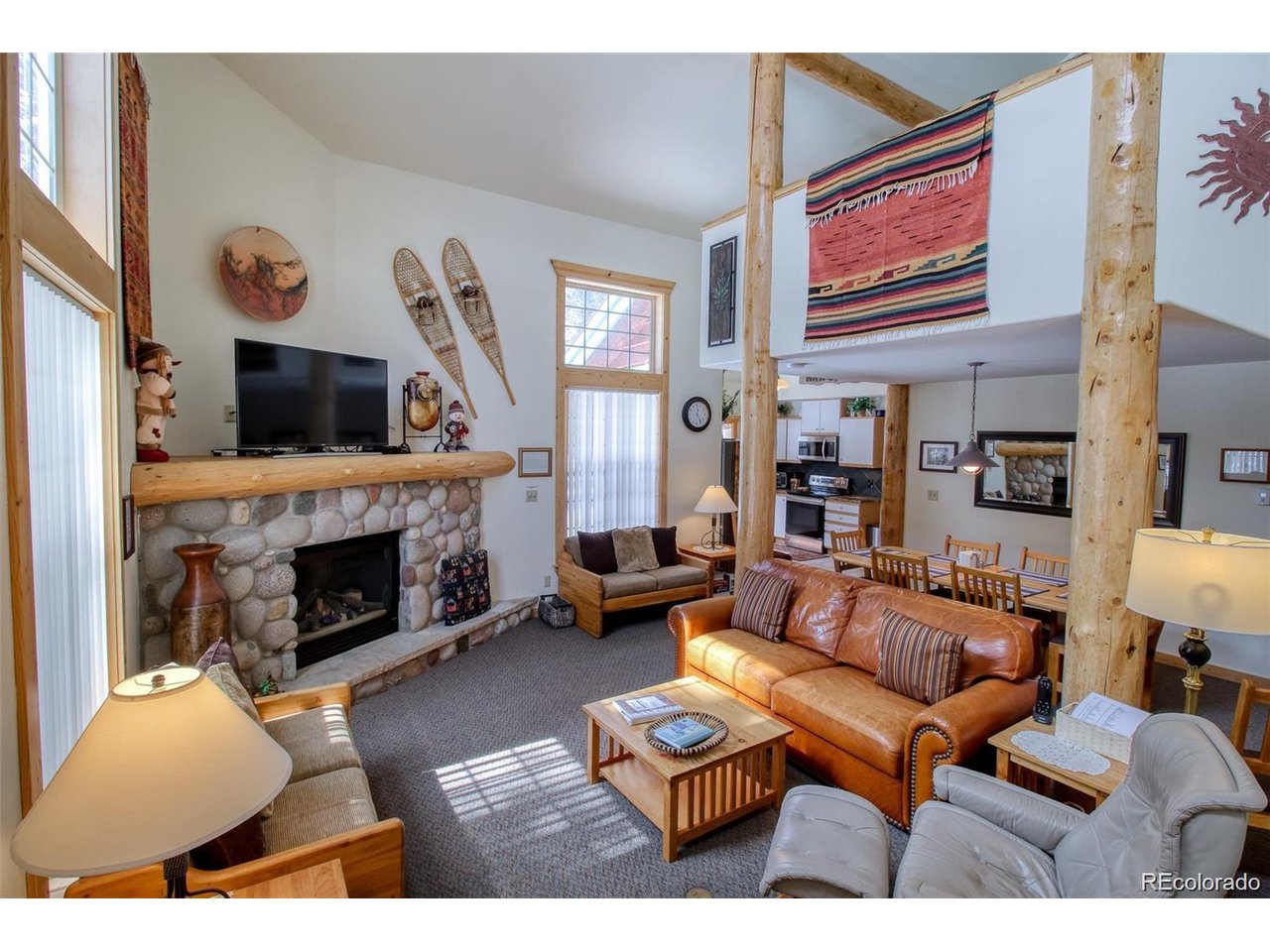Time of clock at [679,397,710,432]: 12:24
